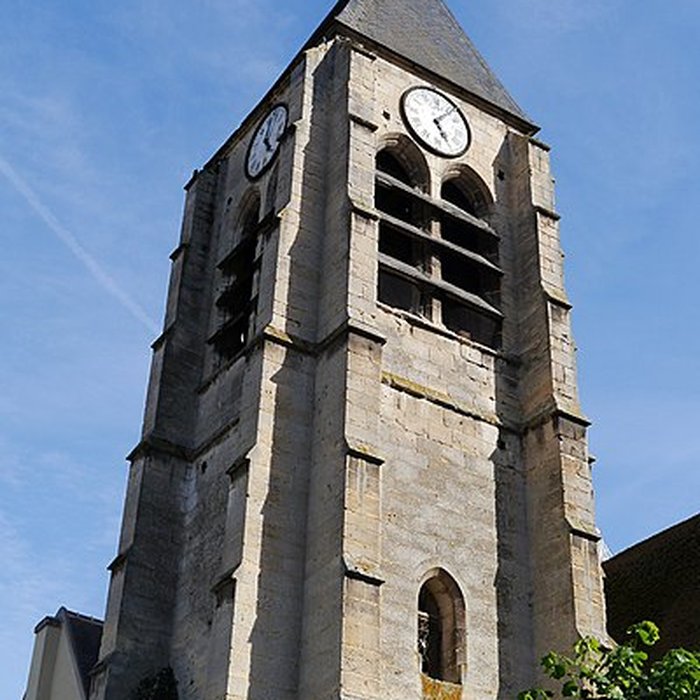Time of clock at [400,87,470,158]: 5:06
